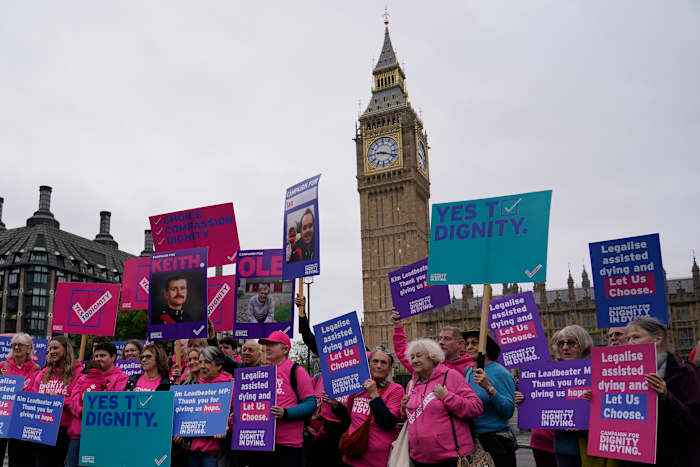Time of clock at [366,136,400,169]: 9:18
